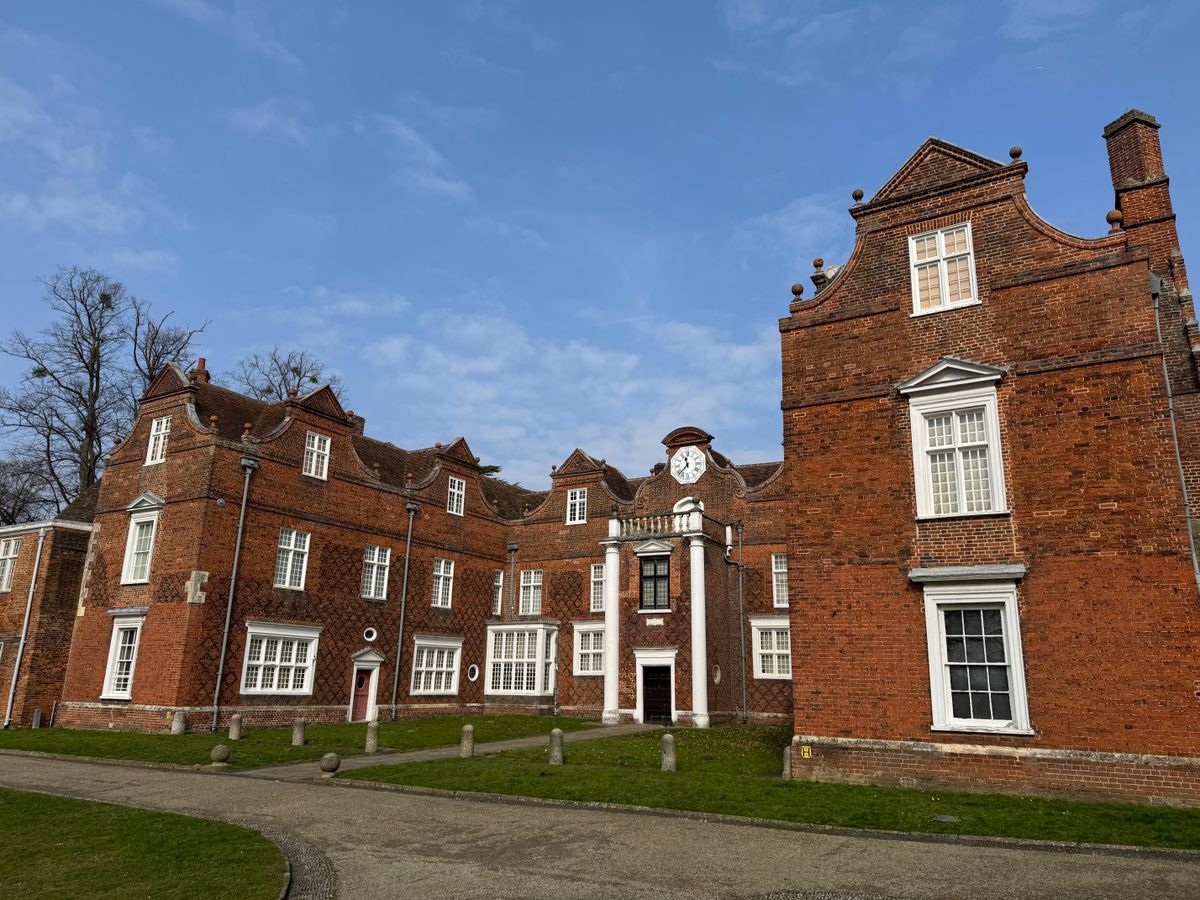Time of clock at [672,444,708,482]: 11:37
